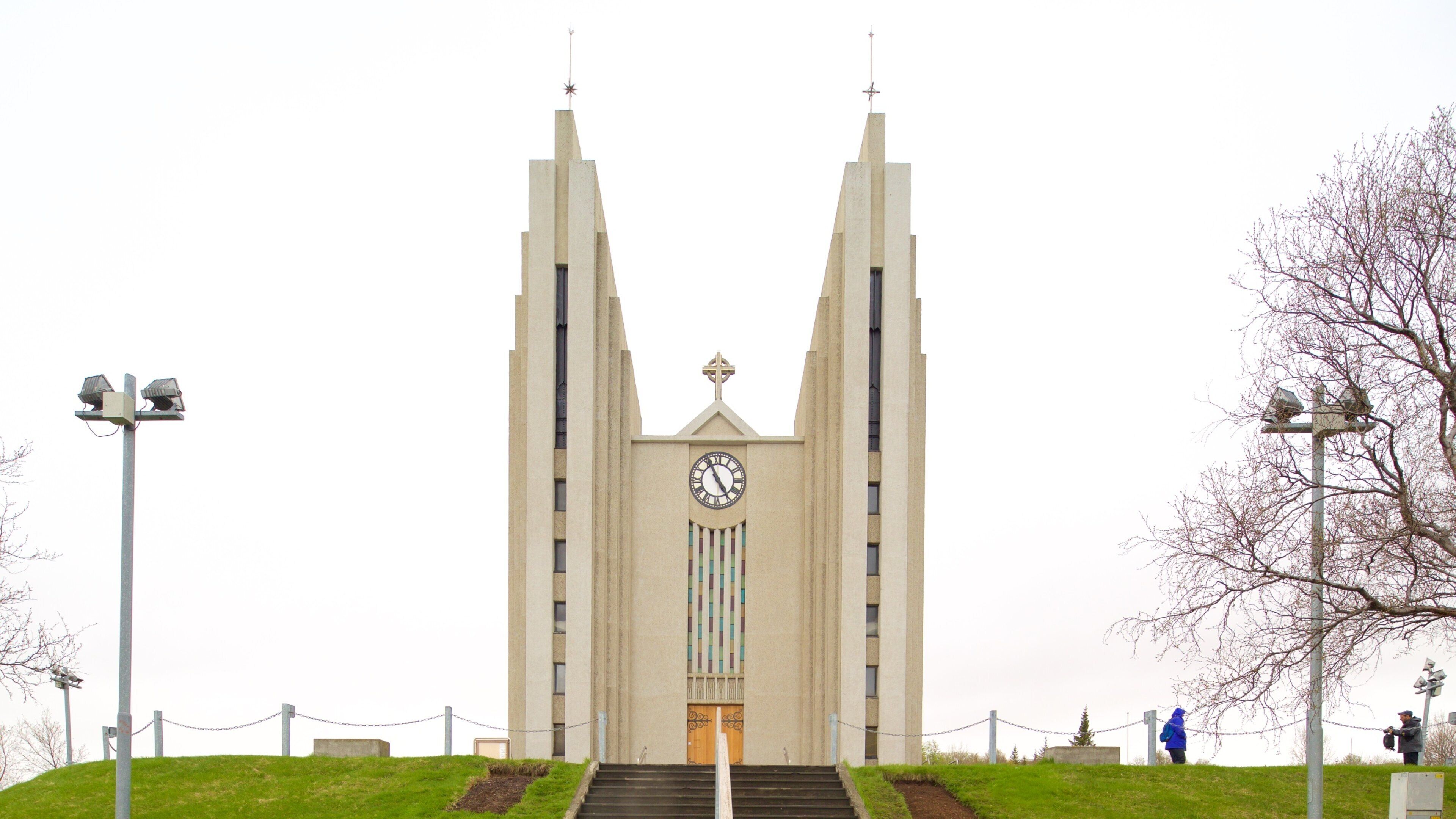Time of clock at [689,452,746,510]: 4:55
